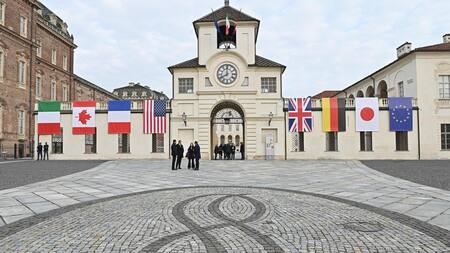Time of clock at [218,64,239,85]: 7:59
